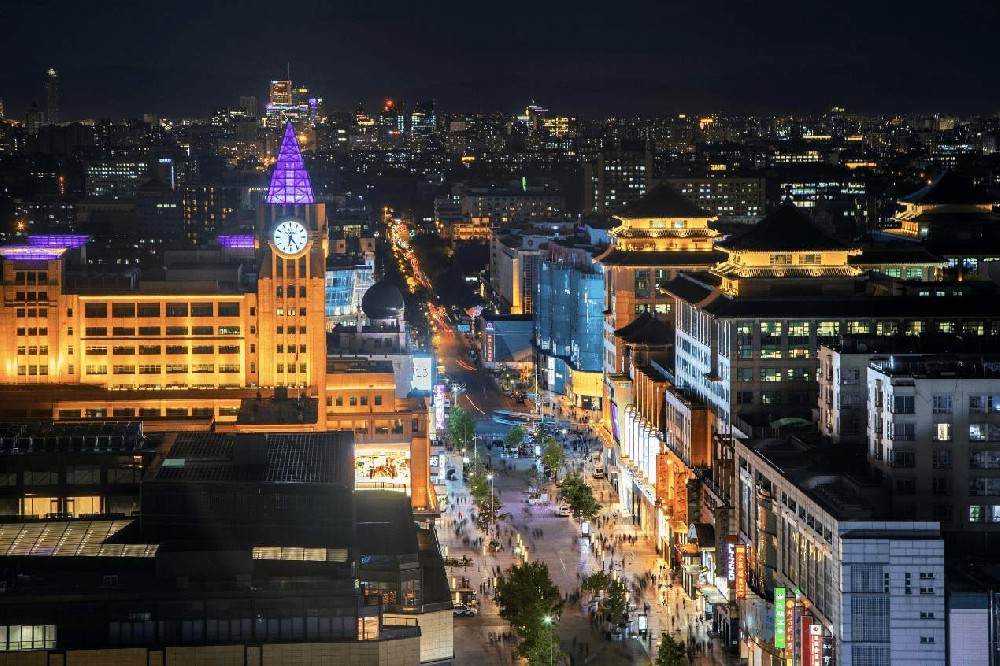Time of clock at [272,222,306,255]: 6:23
